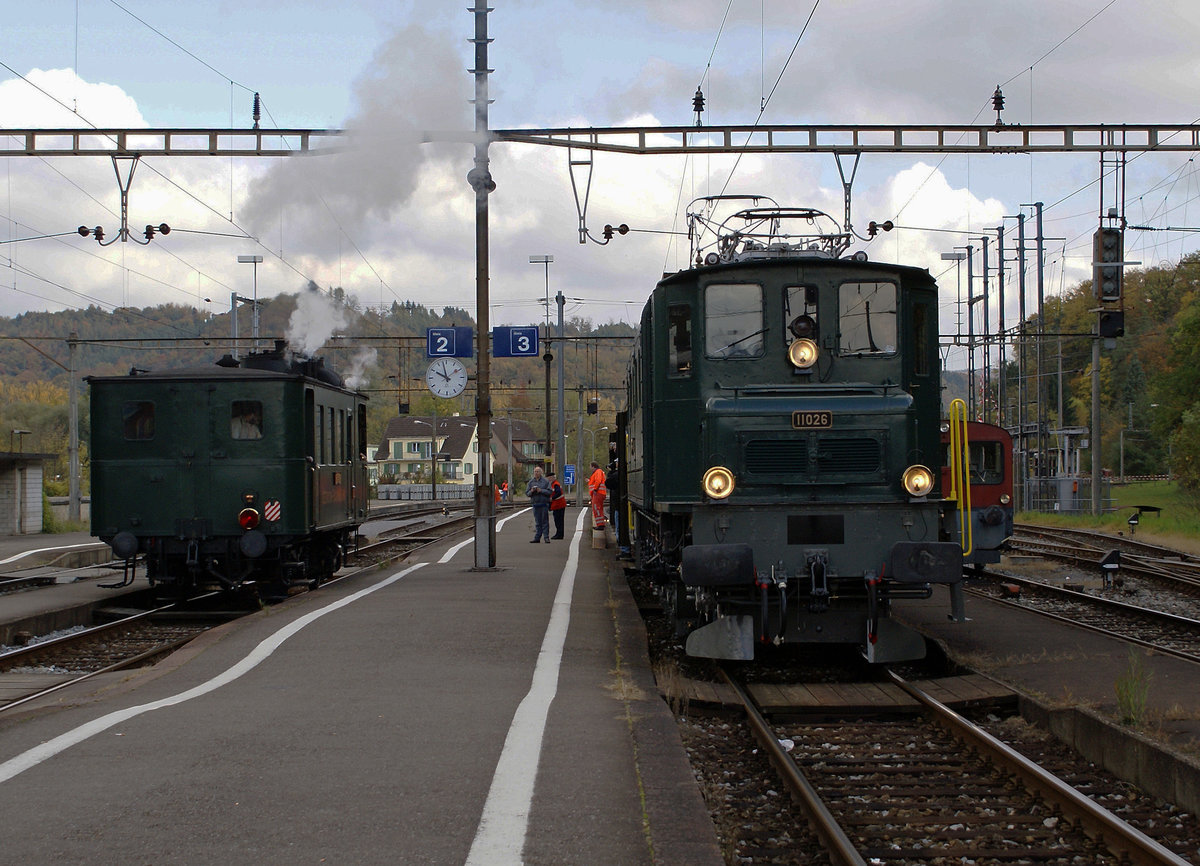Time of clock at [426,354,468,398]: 9:57
